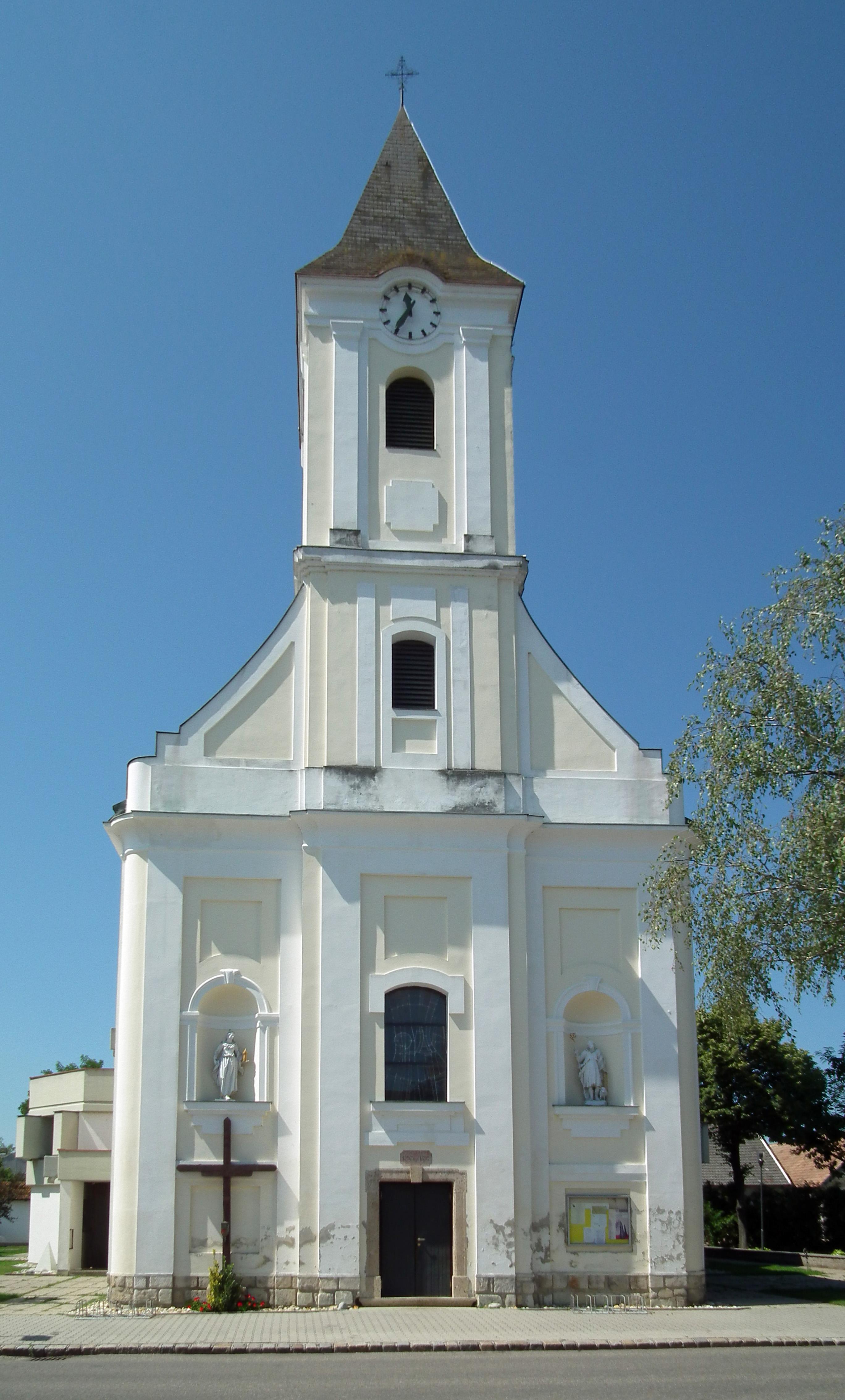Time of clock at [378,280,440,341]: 11:35
